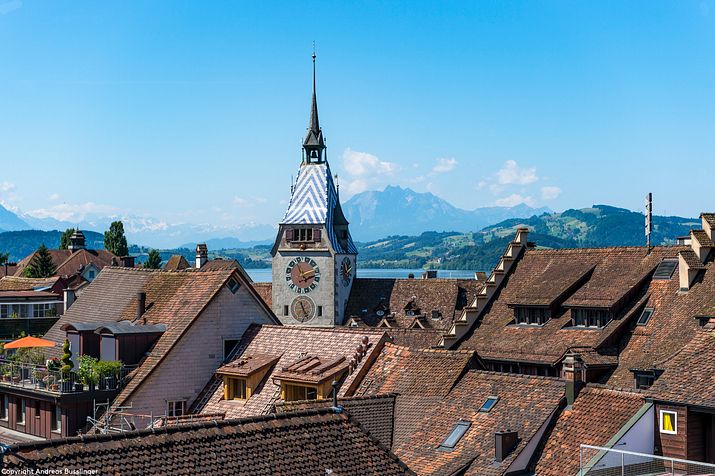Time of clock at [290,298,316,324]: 11:25
